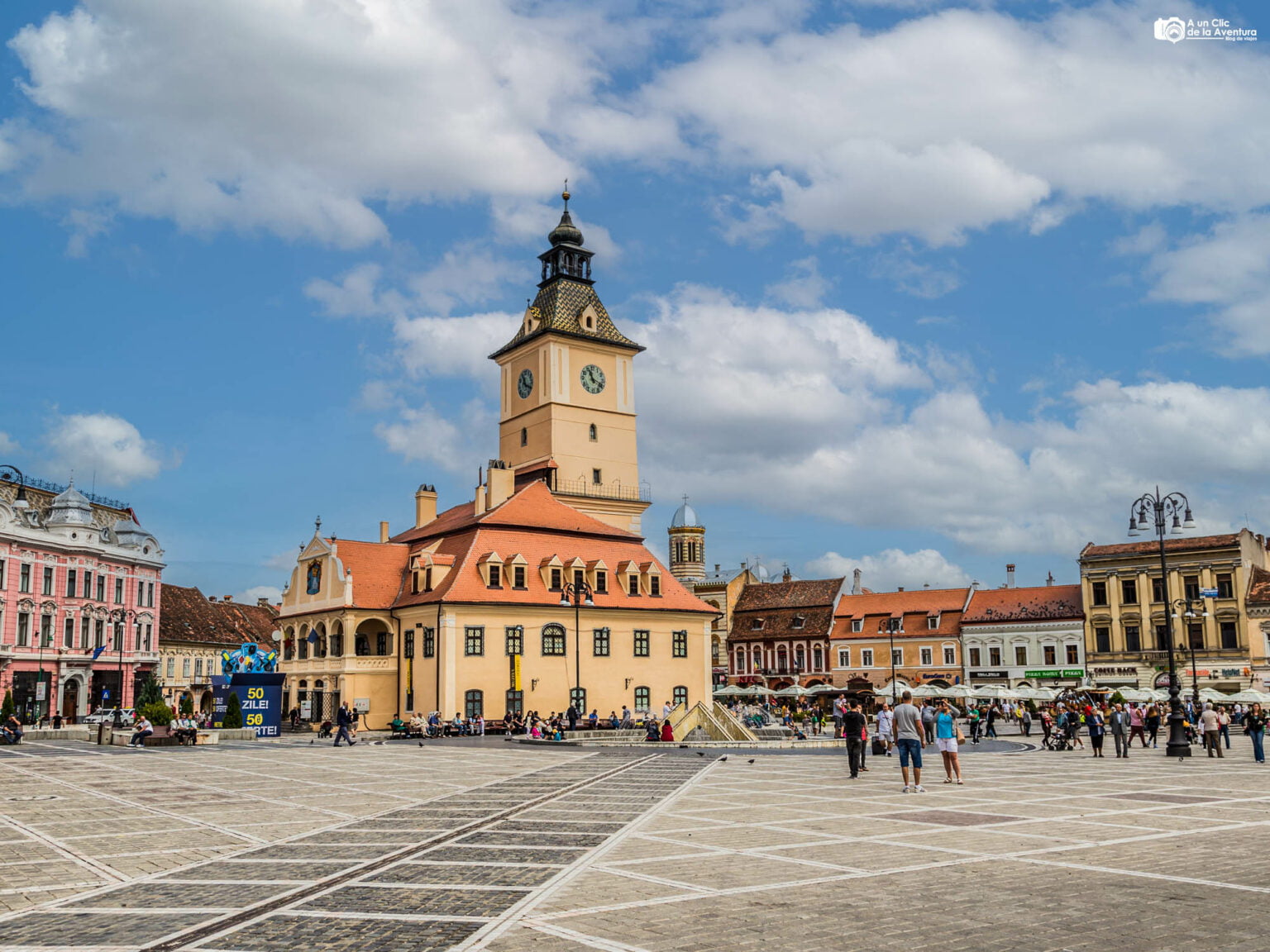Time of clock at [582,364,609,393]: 11:19
